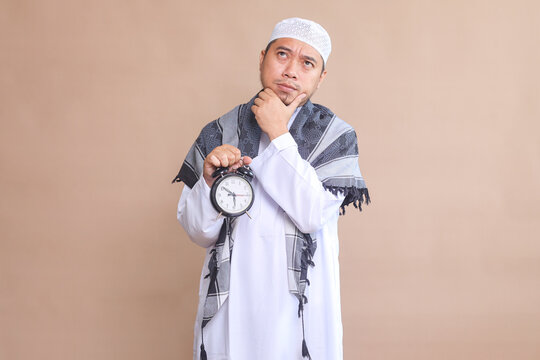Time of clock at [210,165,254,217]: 5:51
